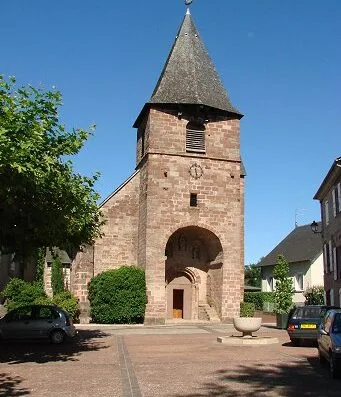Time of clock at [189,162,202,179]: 11:28
